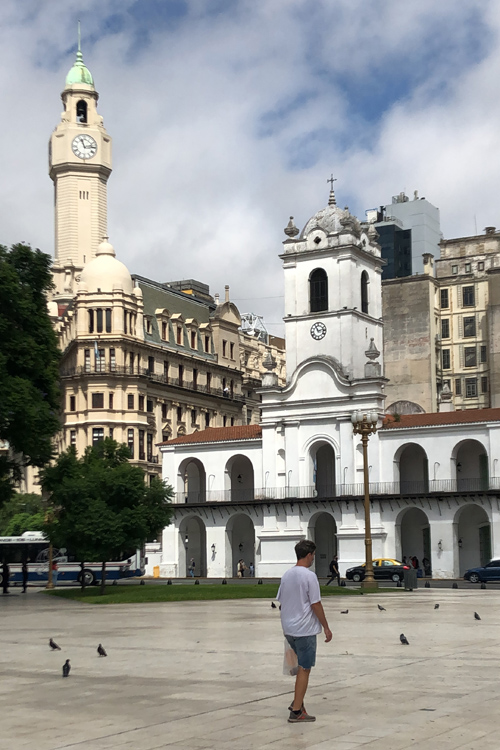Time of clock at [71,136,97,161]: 11:13
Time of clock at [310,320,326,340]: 11:13
